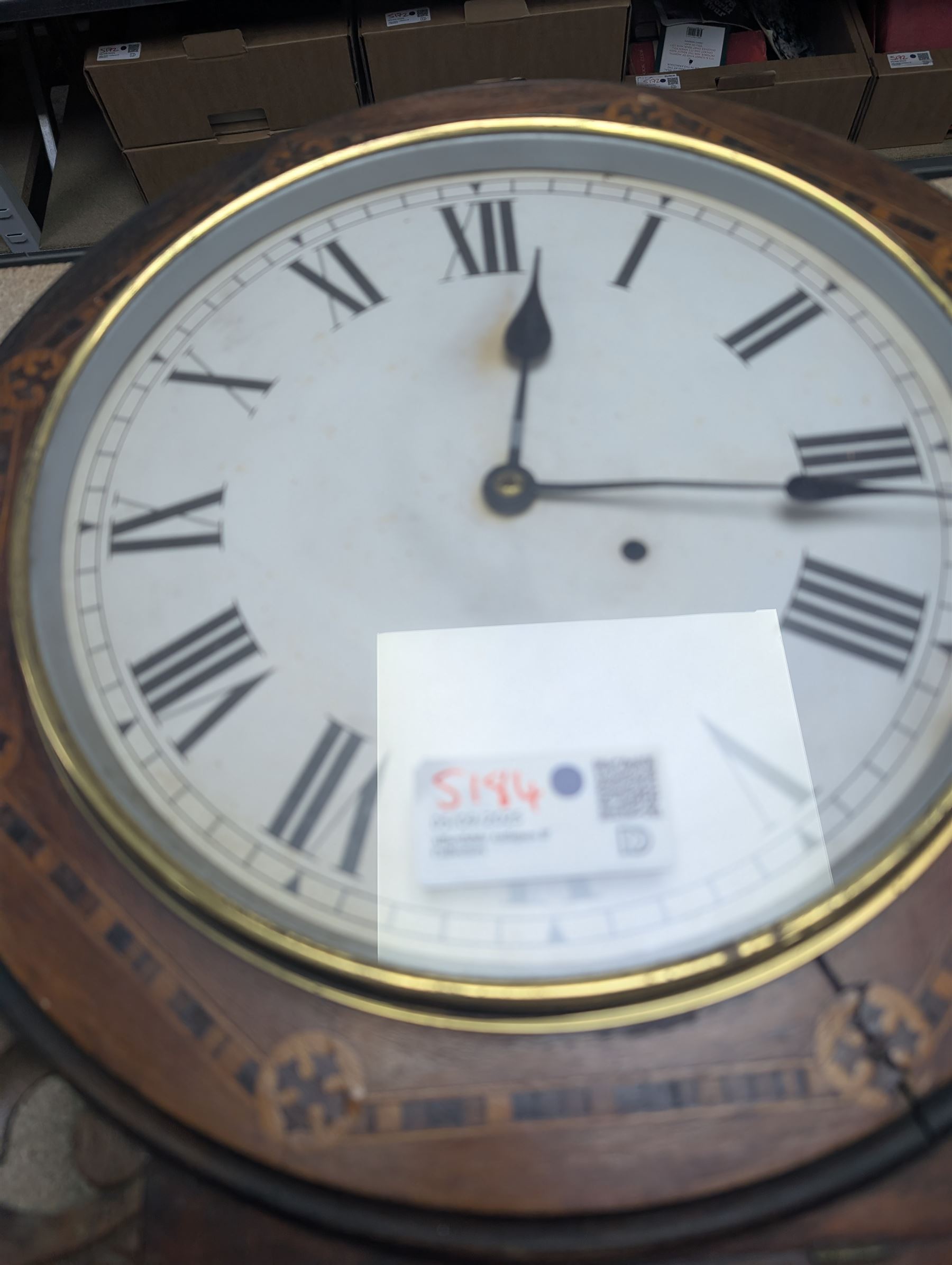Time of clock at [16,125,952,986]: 12:16
